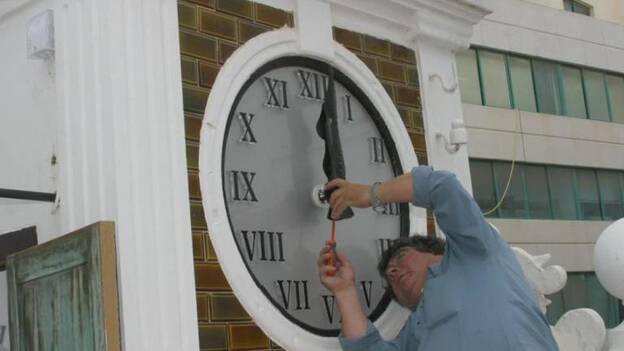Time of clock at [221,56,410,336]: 12:01
